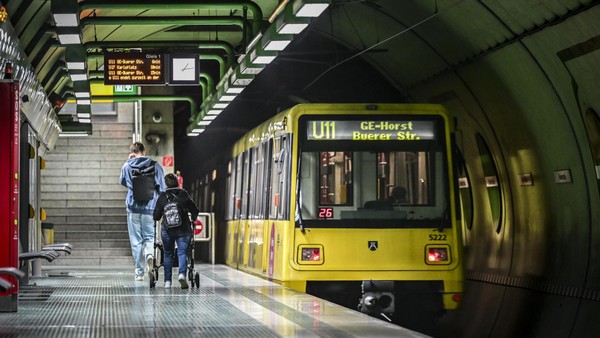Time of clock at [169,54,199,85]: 1:13
